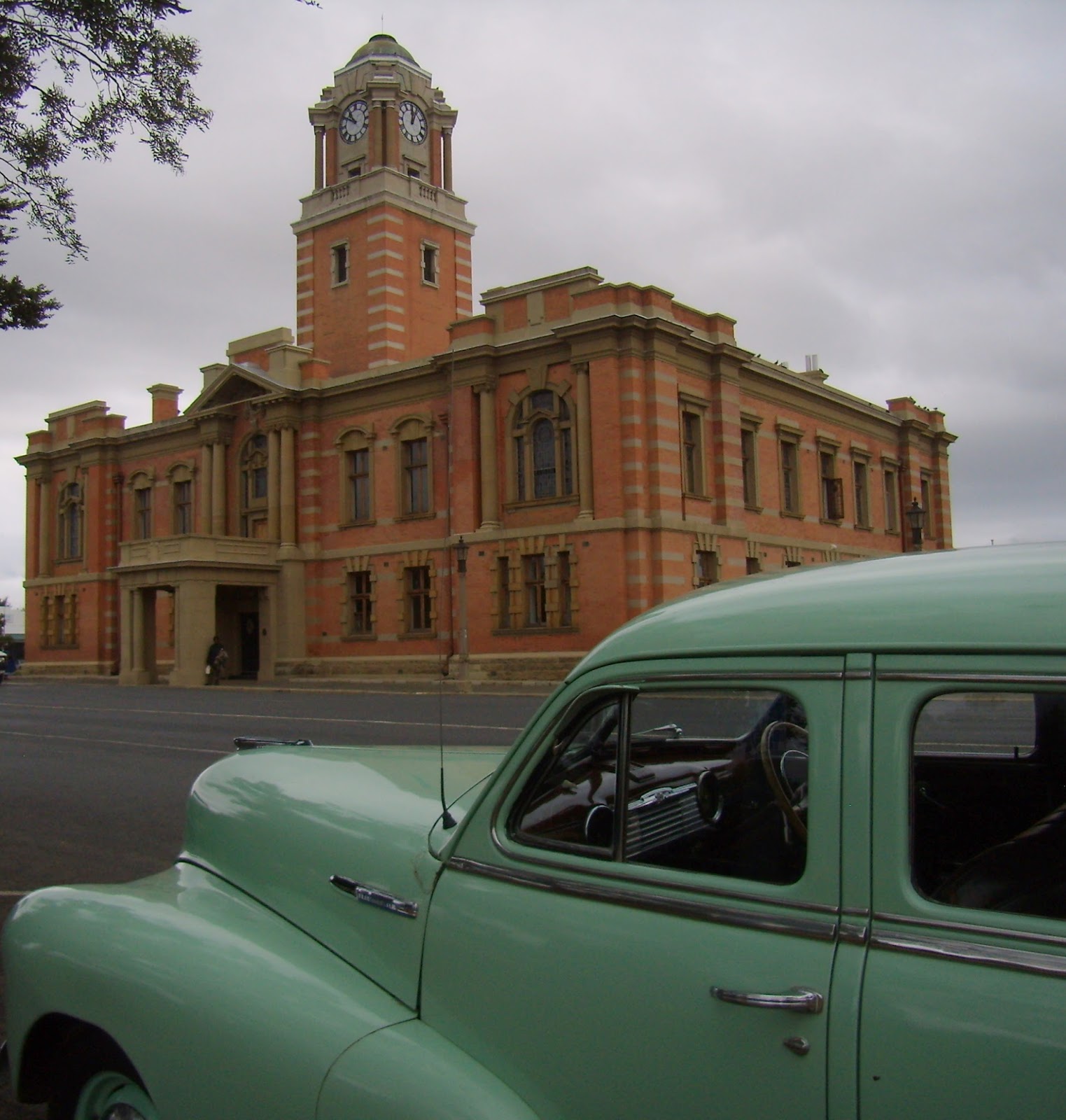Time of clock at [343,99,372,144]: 10:50
